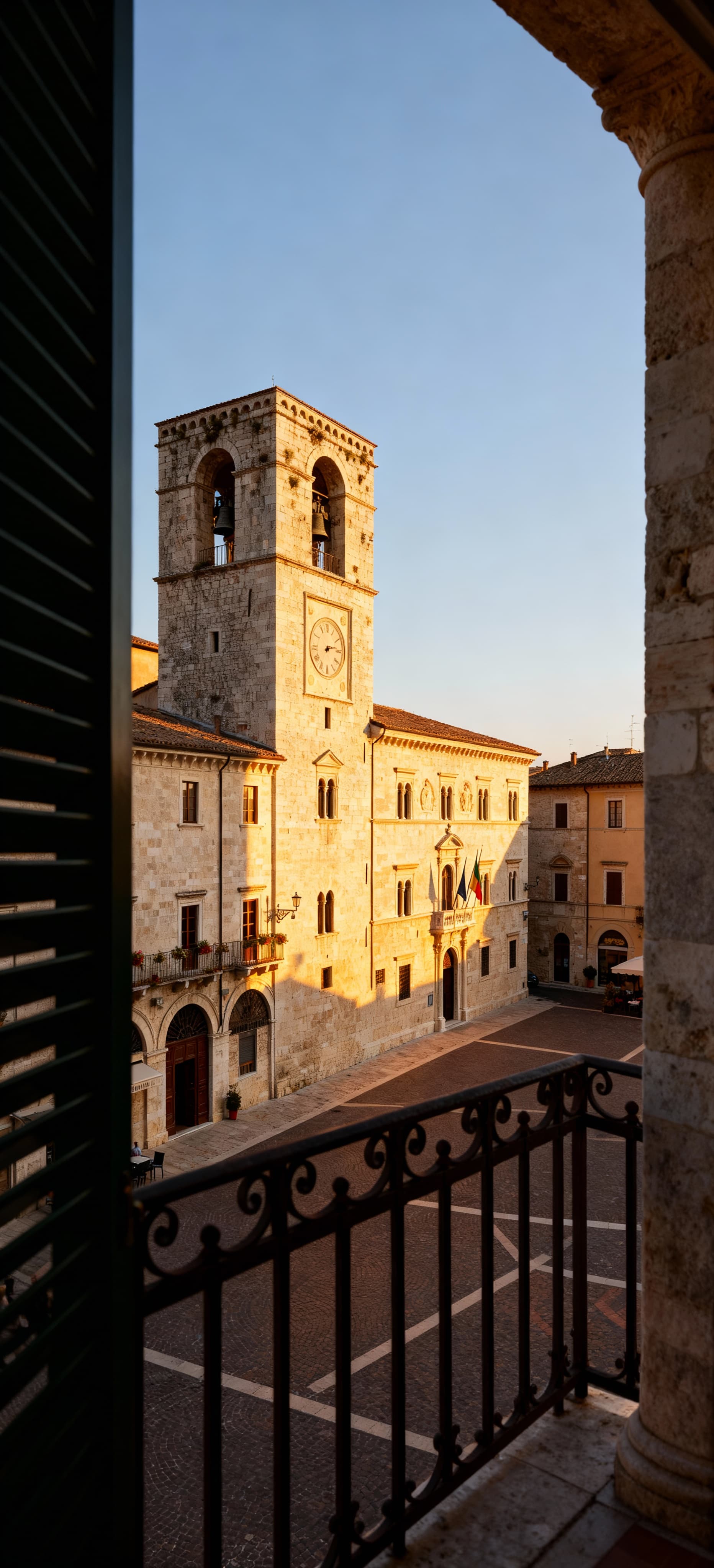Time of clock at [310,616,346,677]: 2:13
